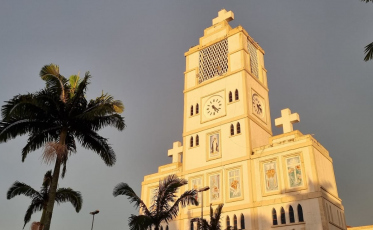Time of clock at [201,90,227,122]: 5:22
